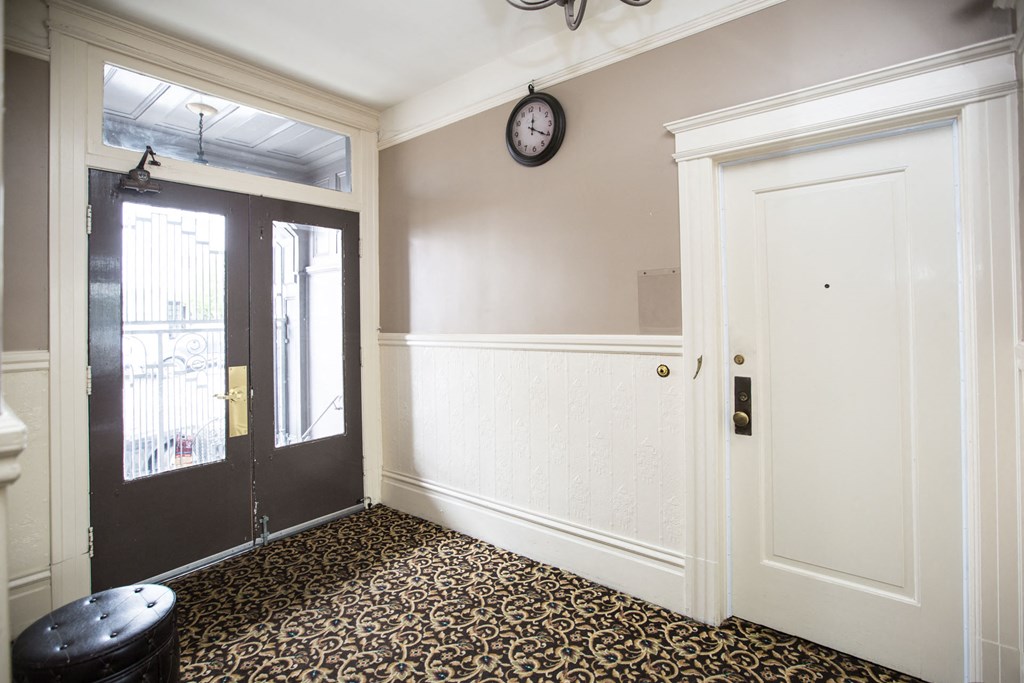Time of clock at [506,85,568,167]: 12:20
